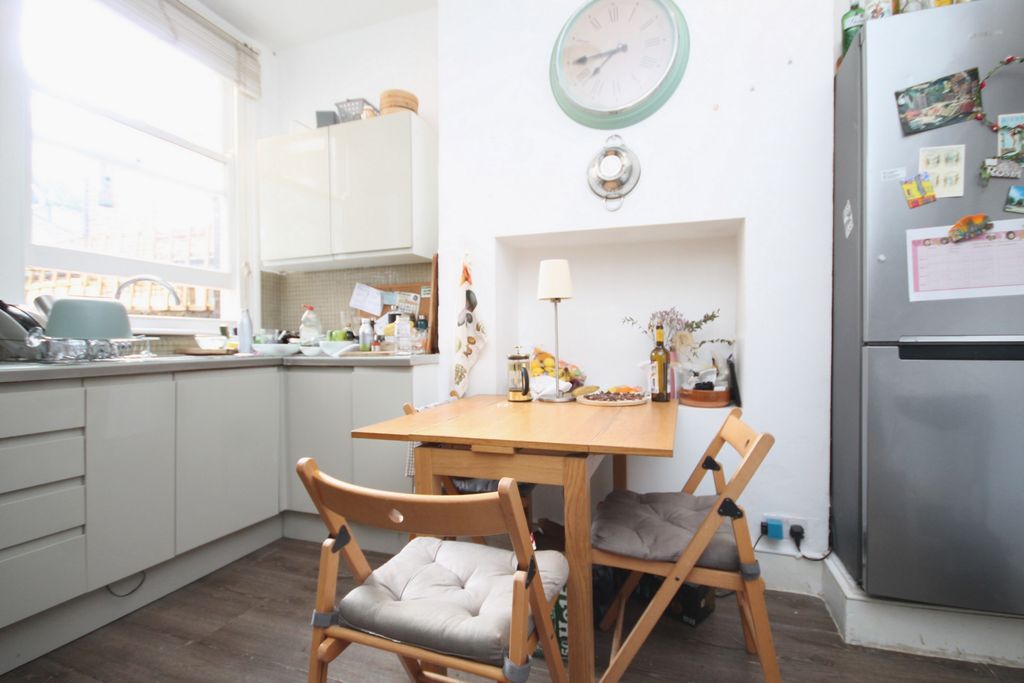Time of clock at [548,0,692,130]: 7:44
